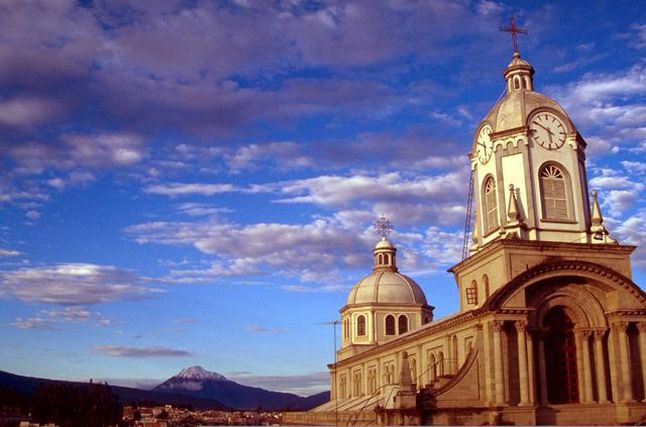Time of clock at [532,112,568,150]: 5:50
